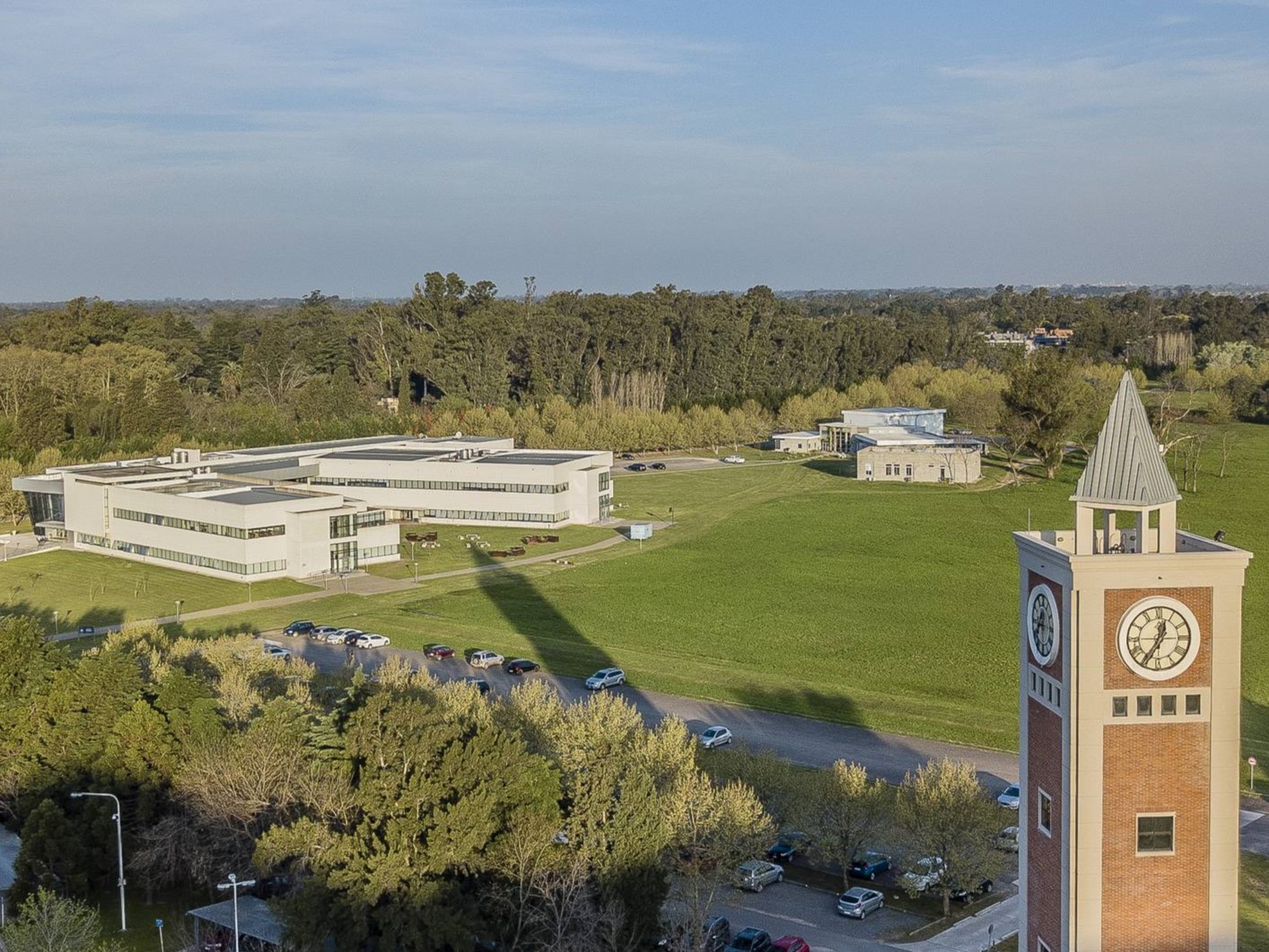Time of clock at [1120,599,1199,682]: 12:35
